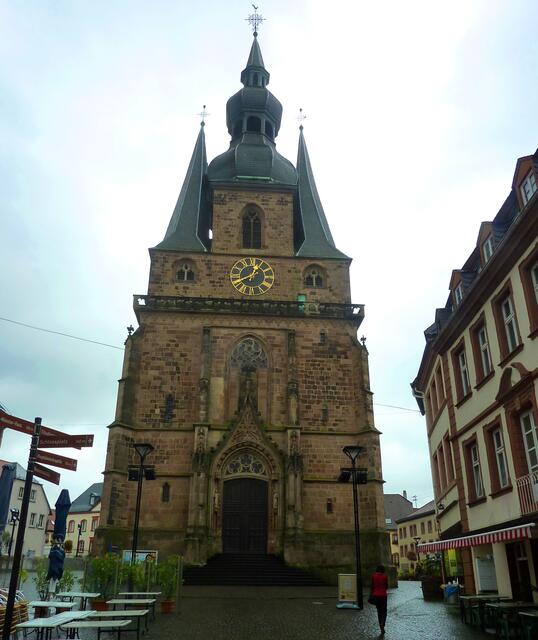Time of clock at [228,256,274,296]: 12:40
